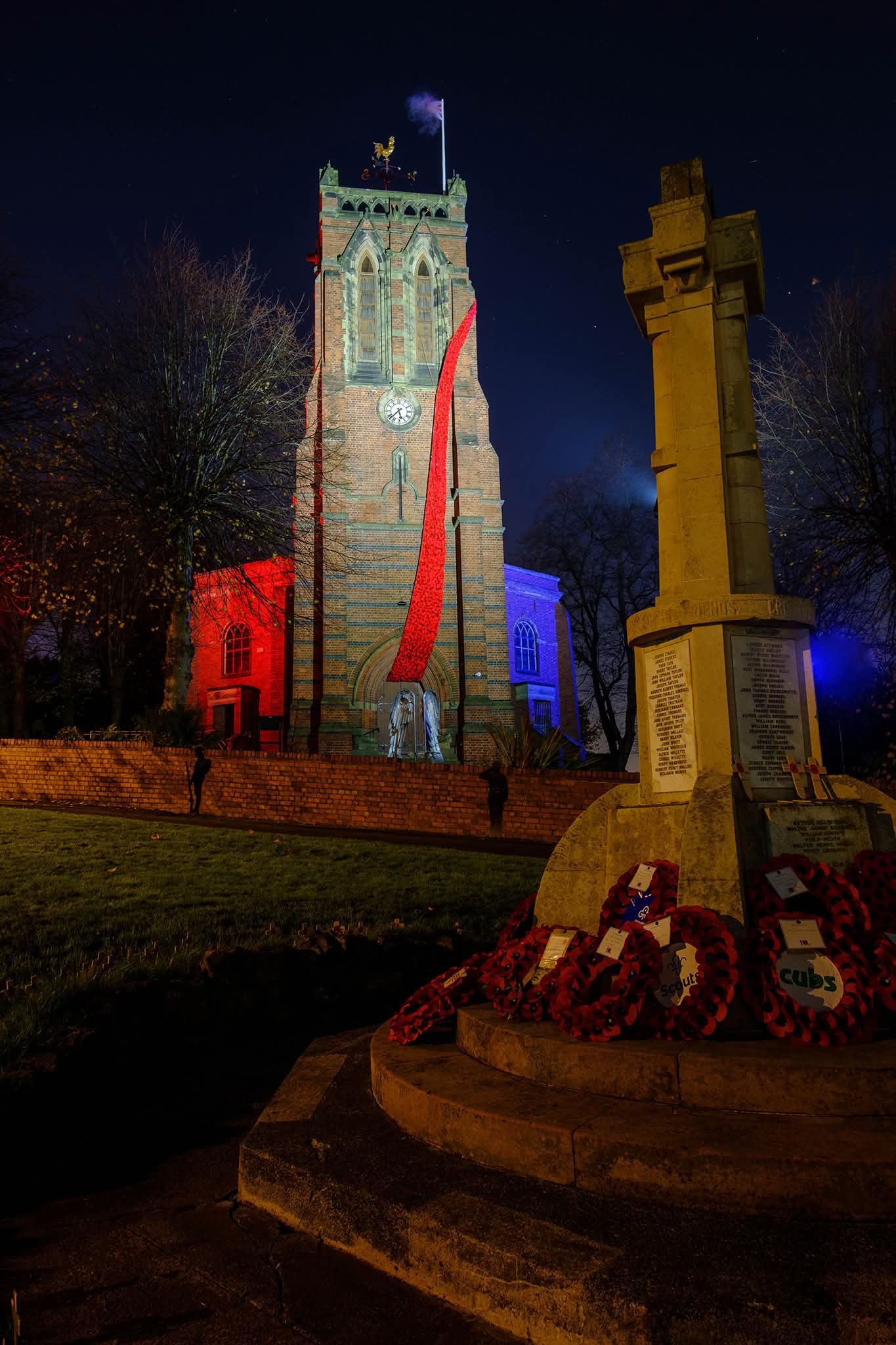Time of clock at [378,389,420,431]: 5:37
